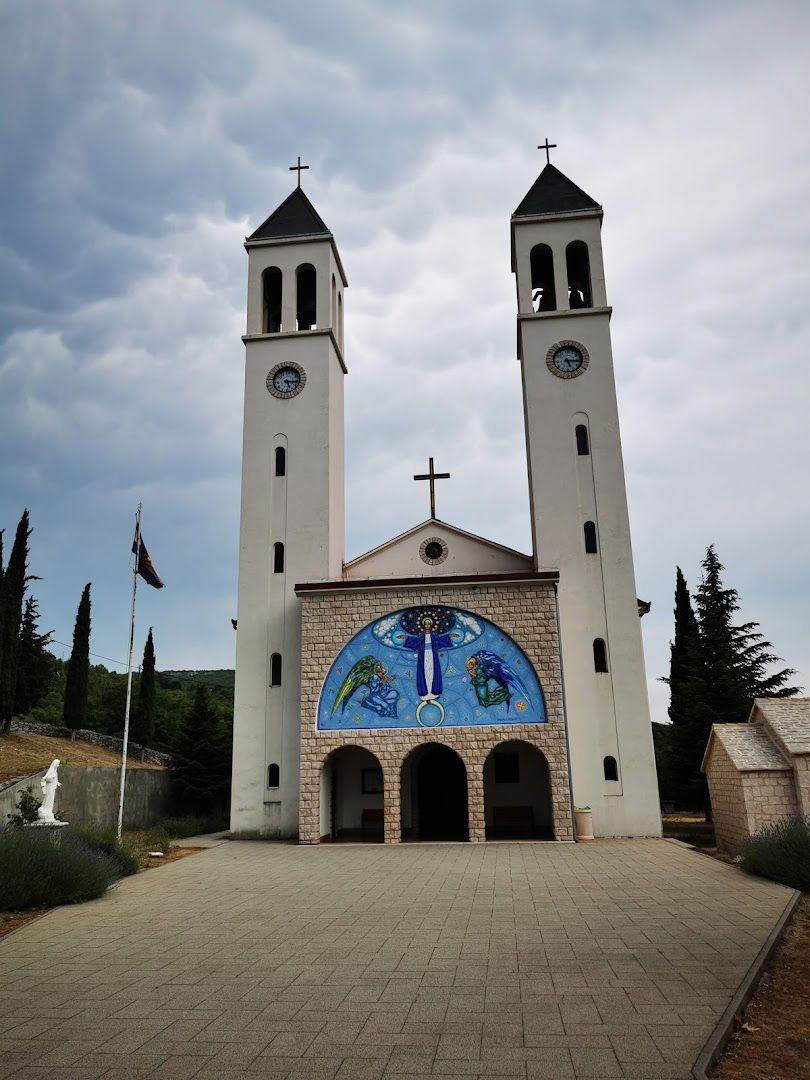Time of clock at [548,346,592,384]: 5:15
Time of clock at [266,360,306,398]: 5:15
